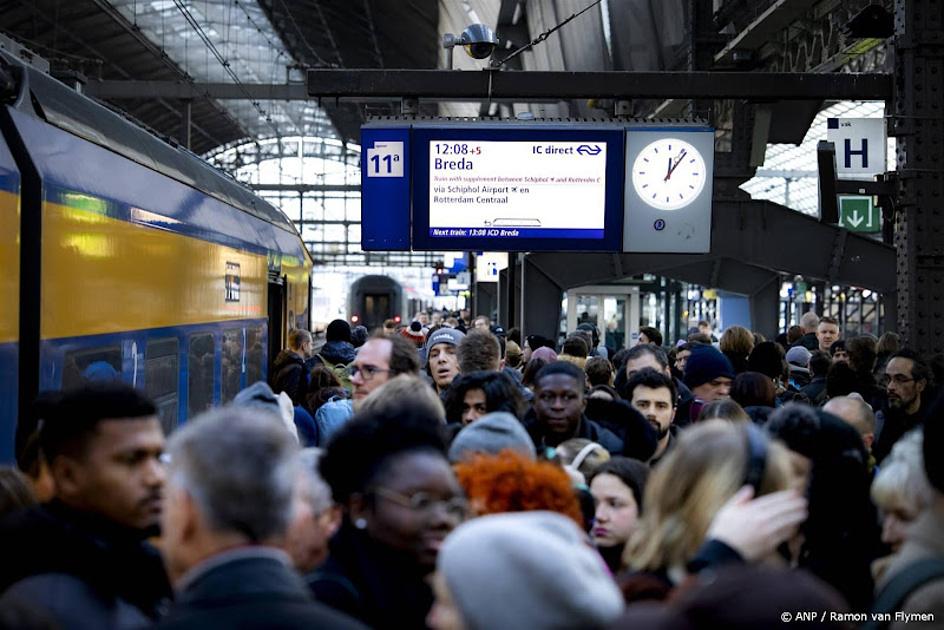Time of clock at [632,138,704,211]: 12:06
